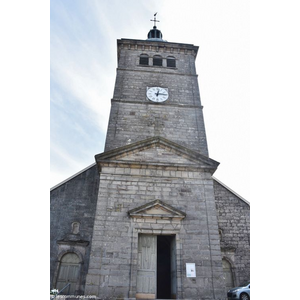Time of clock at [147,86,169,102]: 12:14
